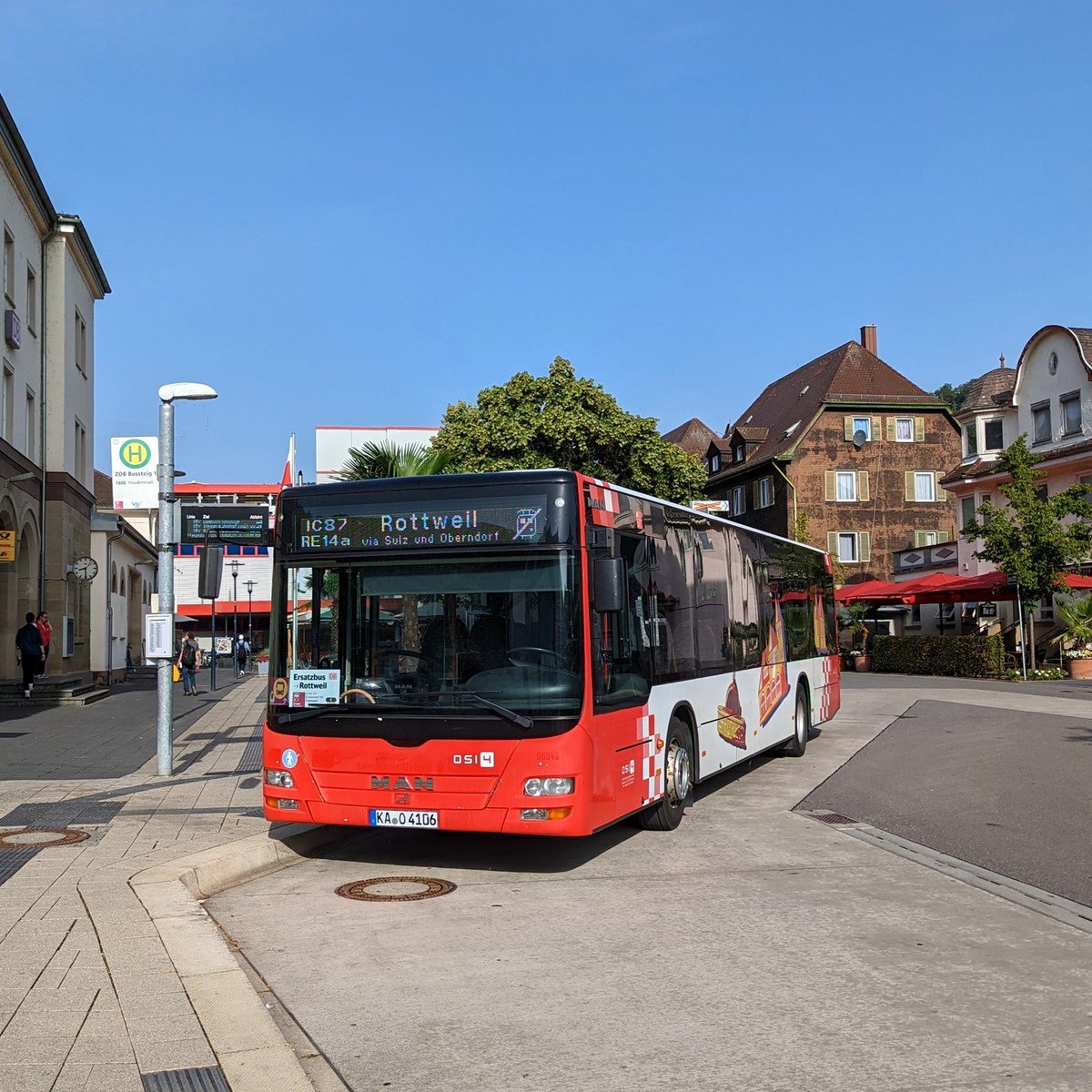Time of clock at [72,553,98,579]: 8:29
